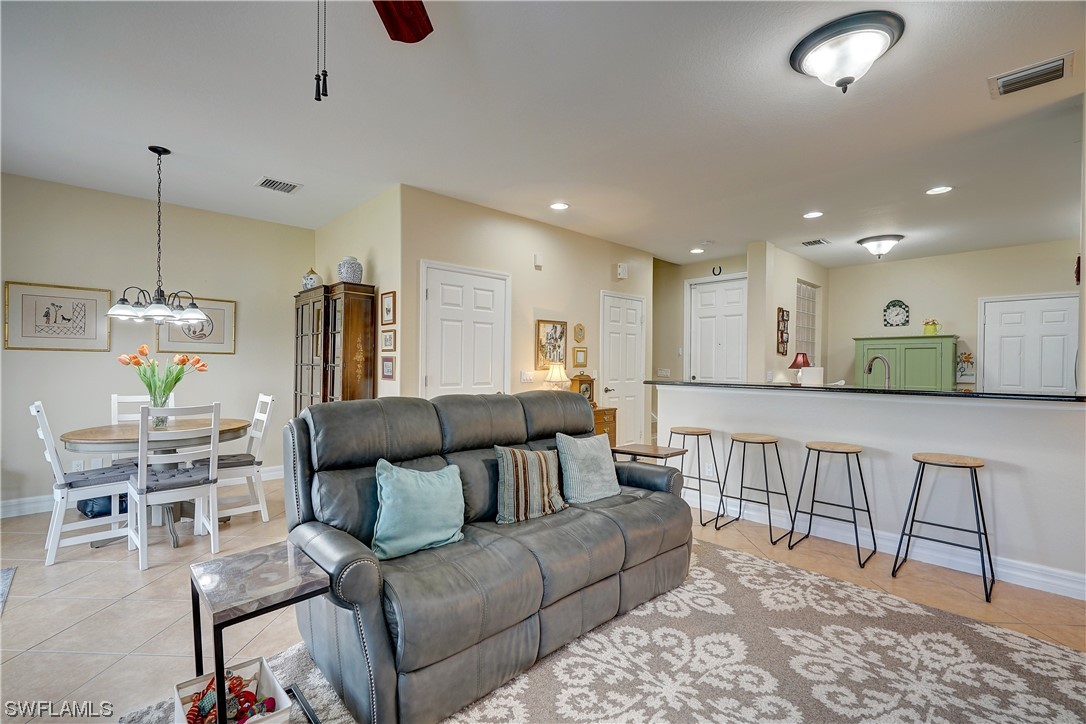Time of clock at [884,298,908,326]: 1:11
